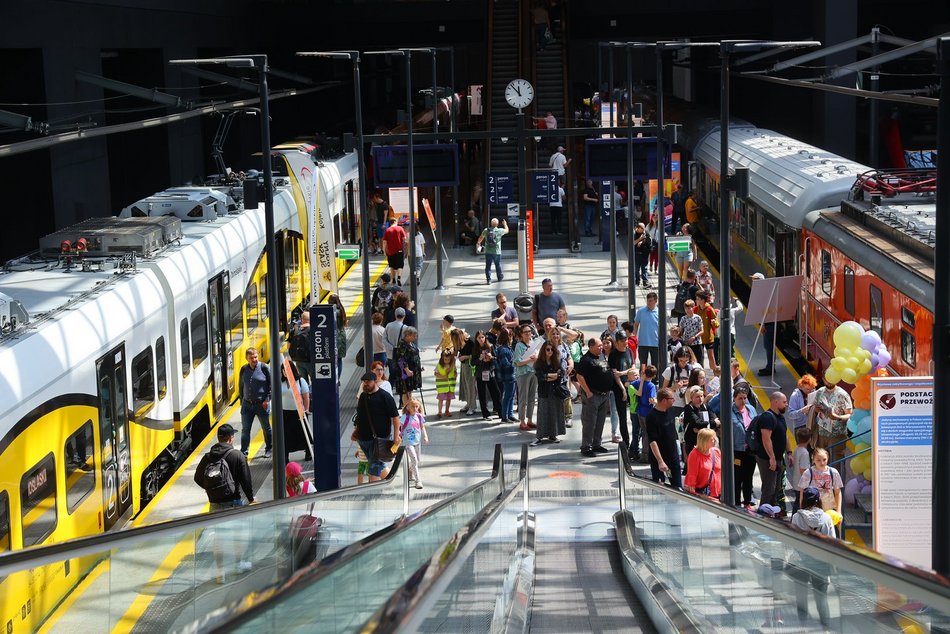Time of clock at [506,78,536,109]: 11:53
